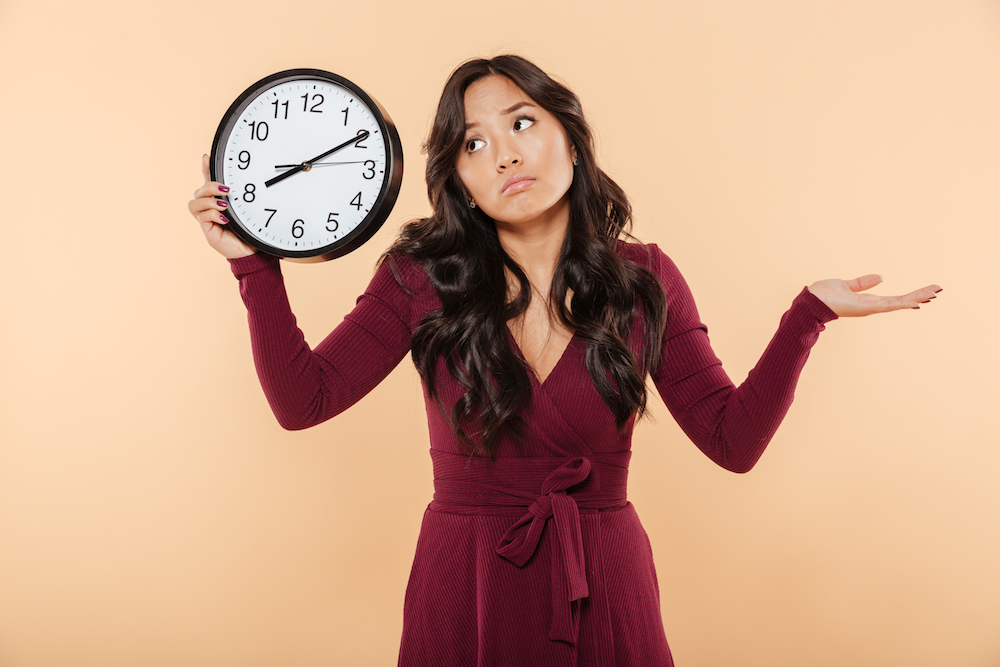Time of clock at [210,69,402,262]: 8:09
